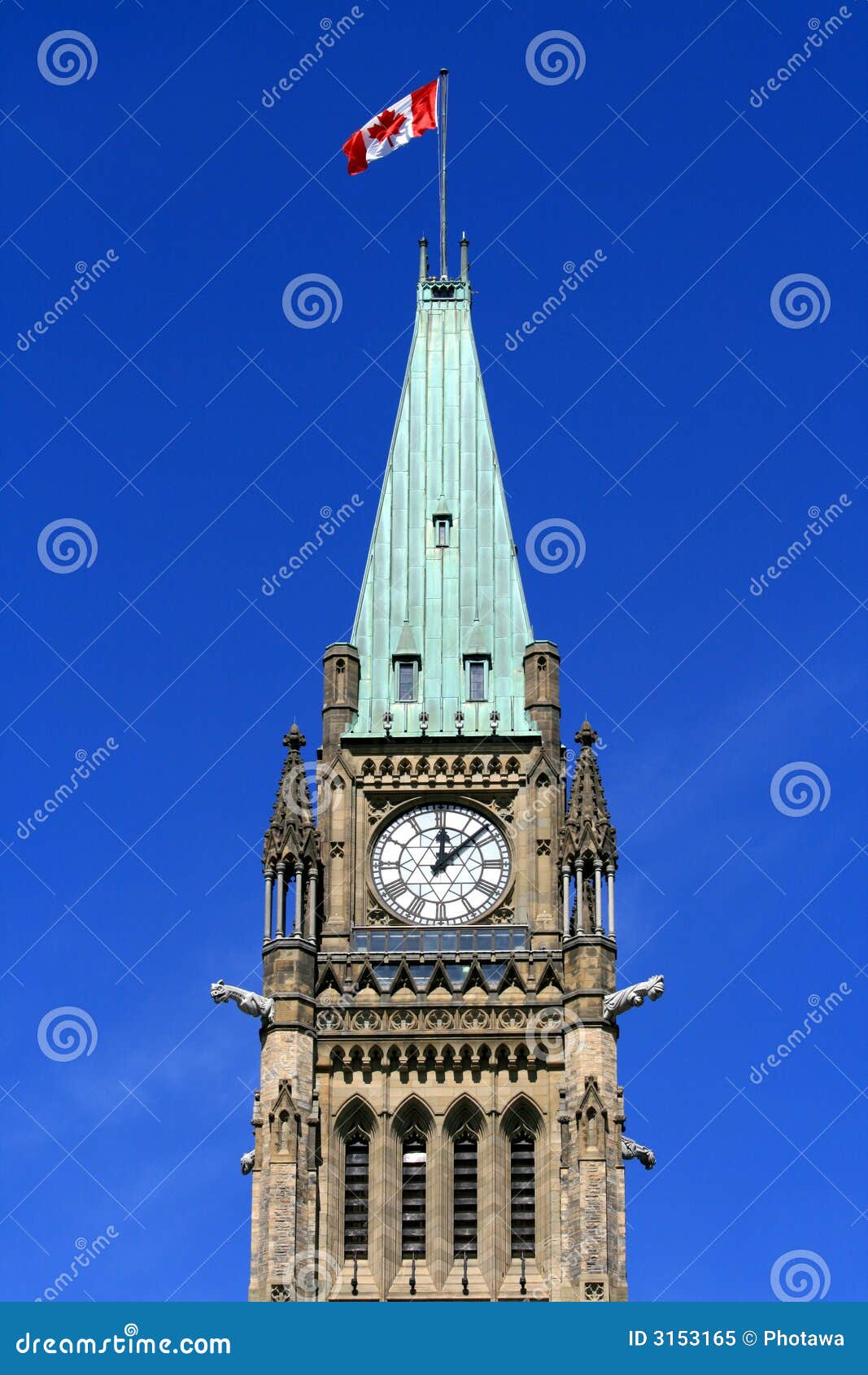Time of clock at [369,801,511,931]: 12:07
